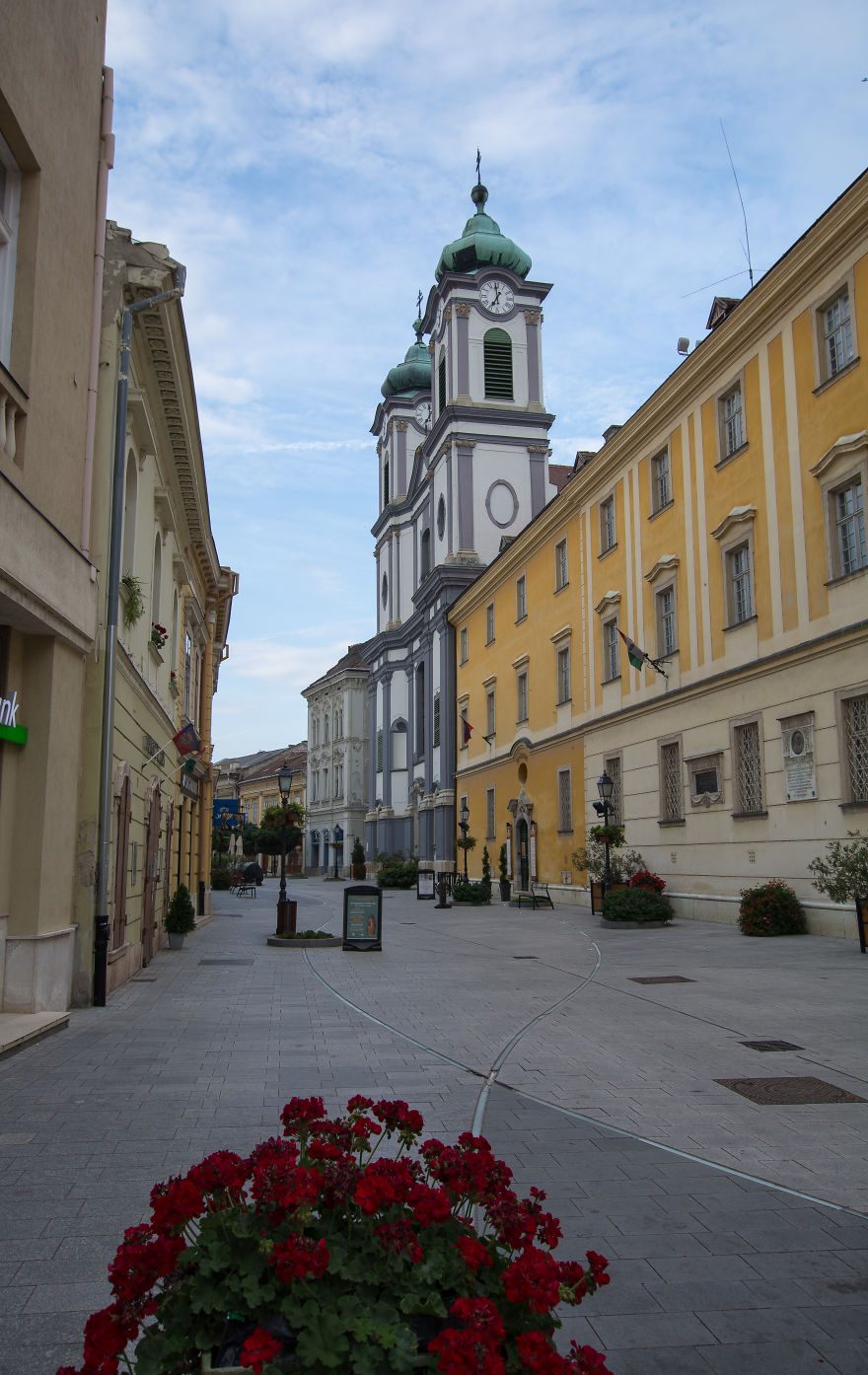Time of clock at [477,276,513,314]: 6:59
